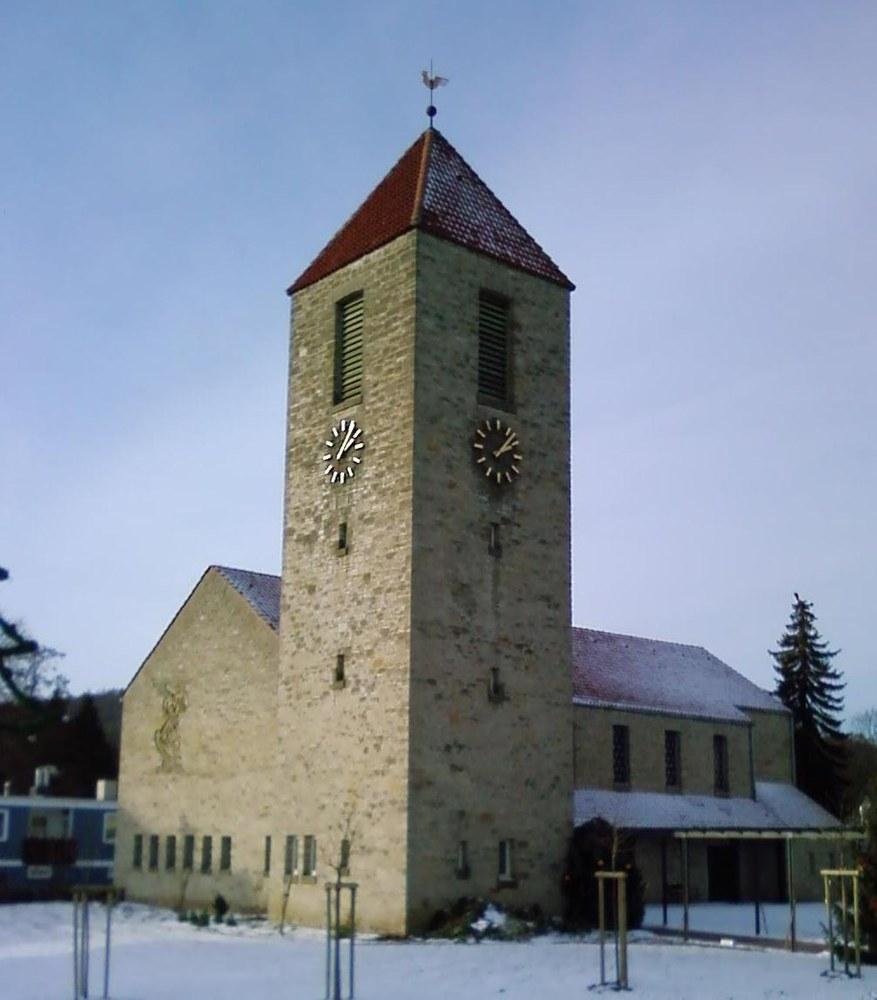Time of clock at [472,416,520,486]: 2:07
